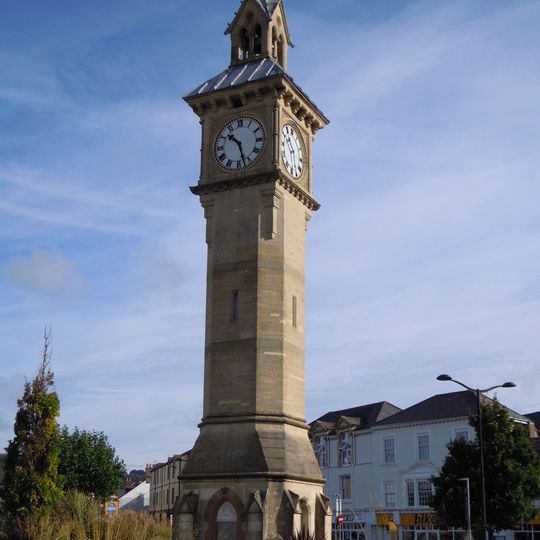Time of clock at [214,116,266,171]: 10:27
